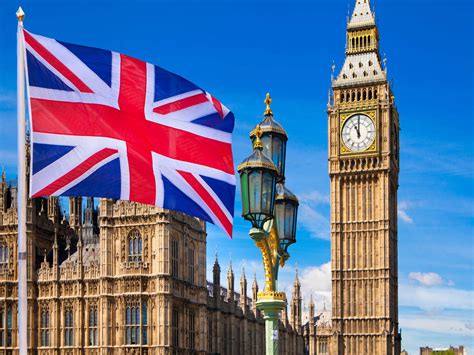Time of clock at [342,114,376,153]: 11:00
